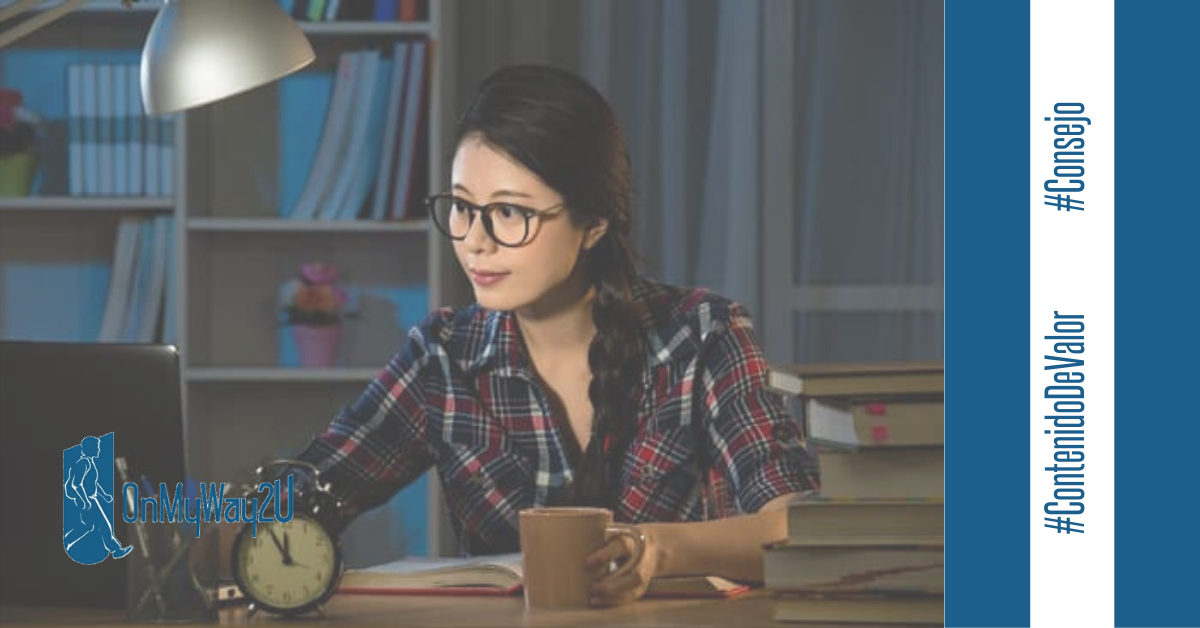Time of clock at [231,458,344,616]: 11:55
